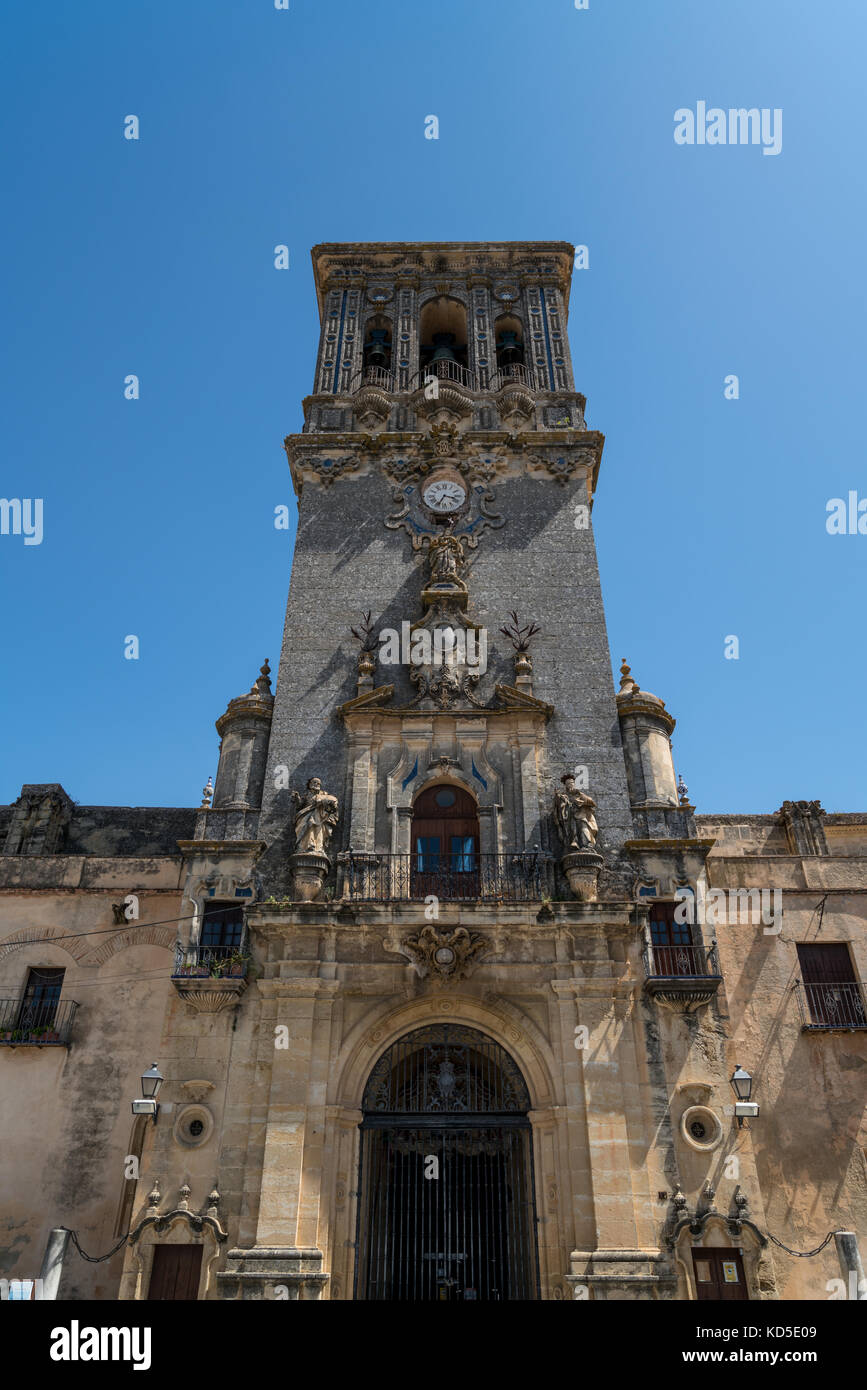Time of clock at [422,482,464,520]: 3:34
